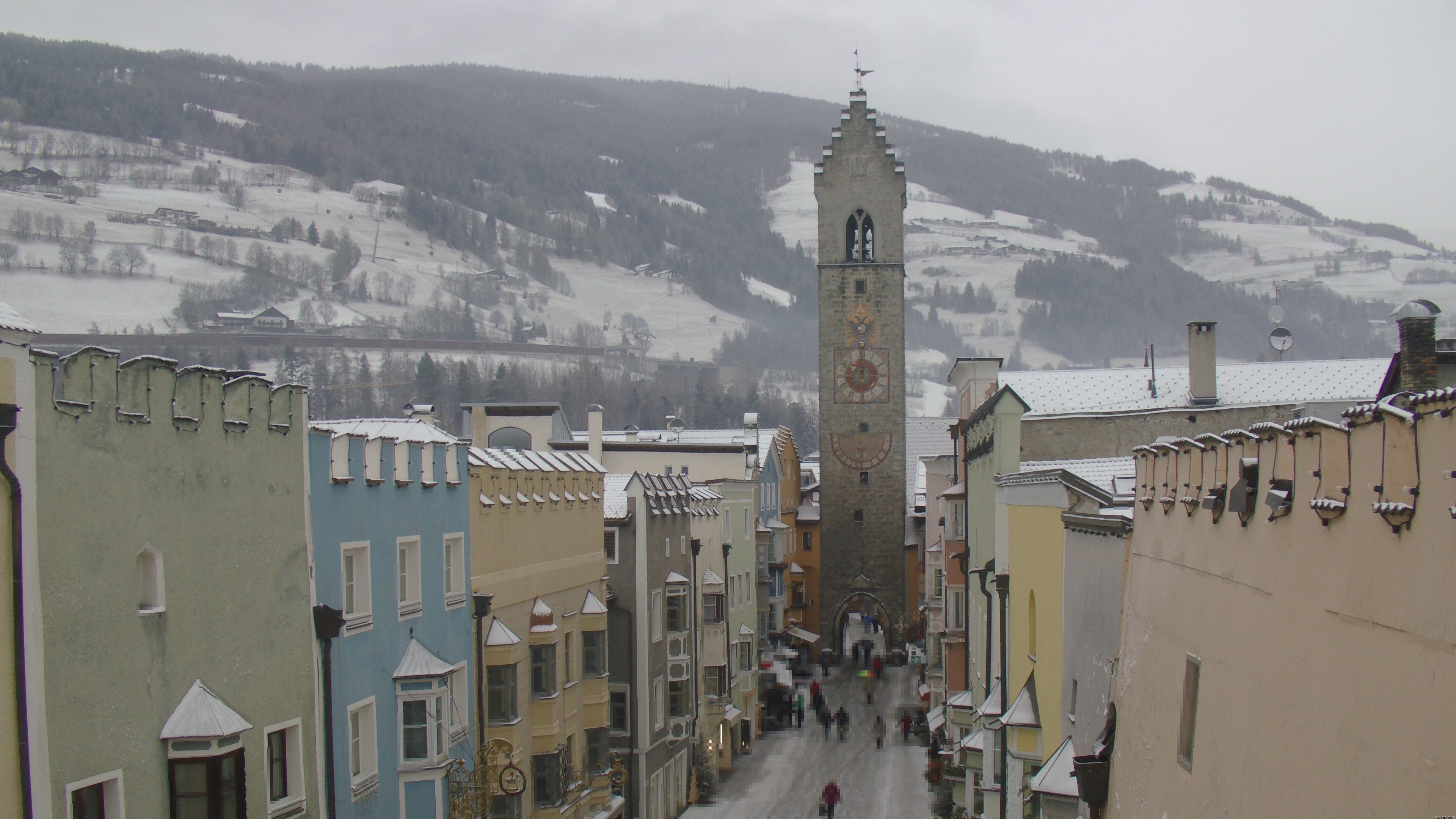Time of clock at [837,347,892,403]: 10:00
